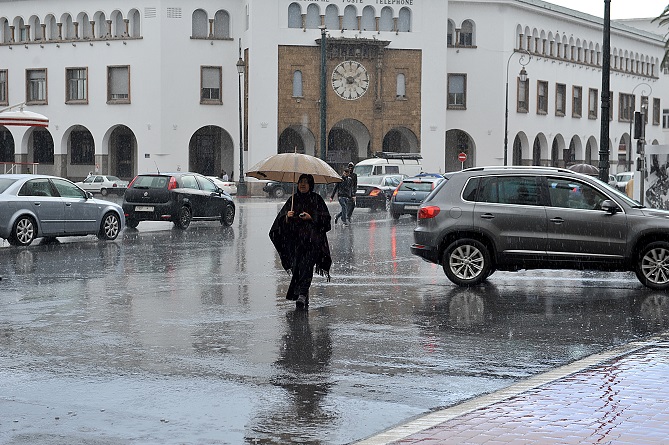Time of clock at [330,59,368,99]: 1:49
